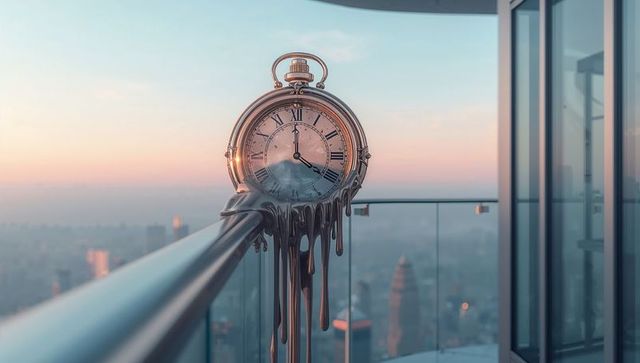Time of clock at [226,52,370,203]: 3:59
